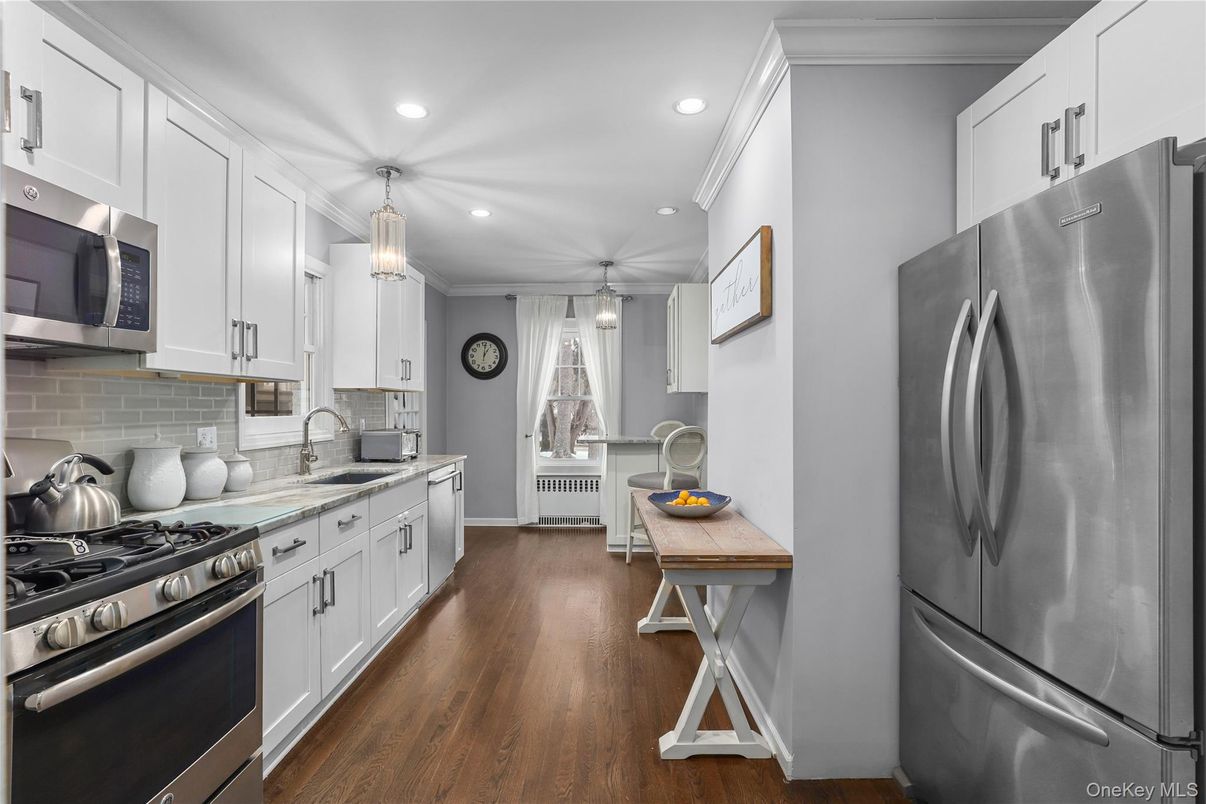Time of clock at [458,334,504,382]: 1:01
